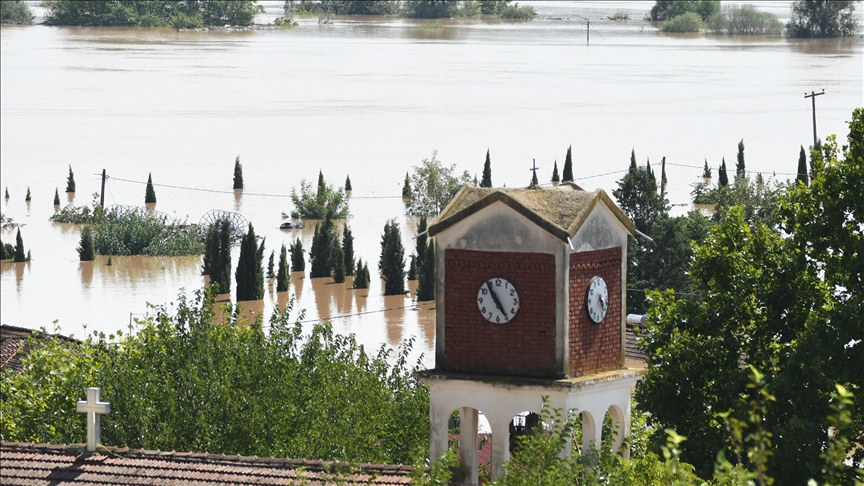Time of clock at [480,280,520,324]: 4:54
